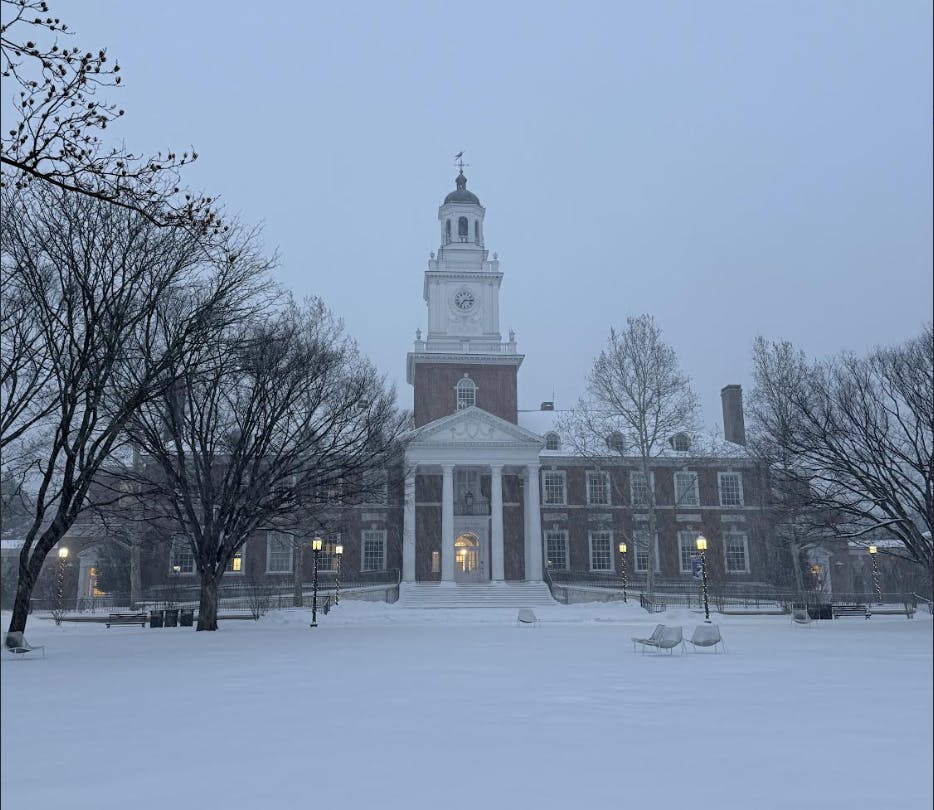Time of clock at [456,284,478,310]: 7:15
